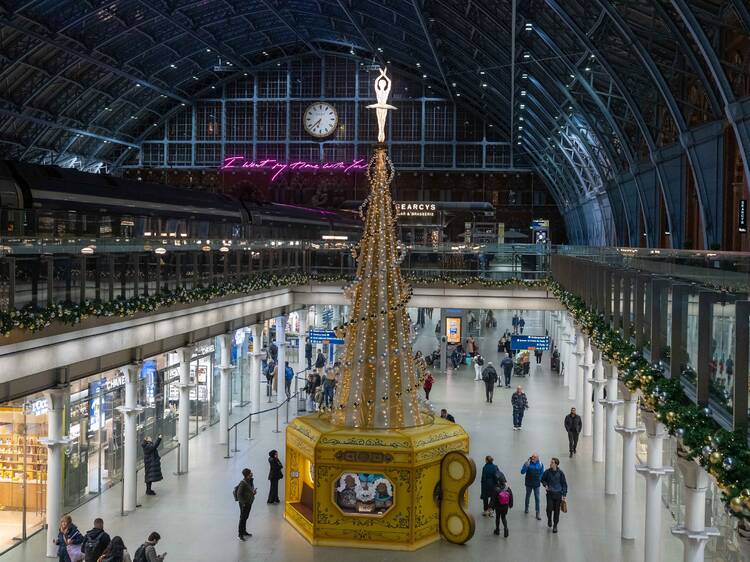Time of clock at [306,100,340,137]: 6:37
